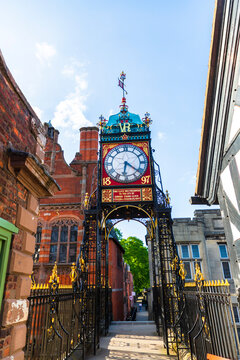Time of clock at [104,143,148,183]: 6:21
